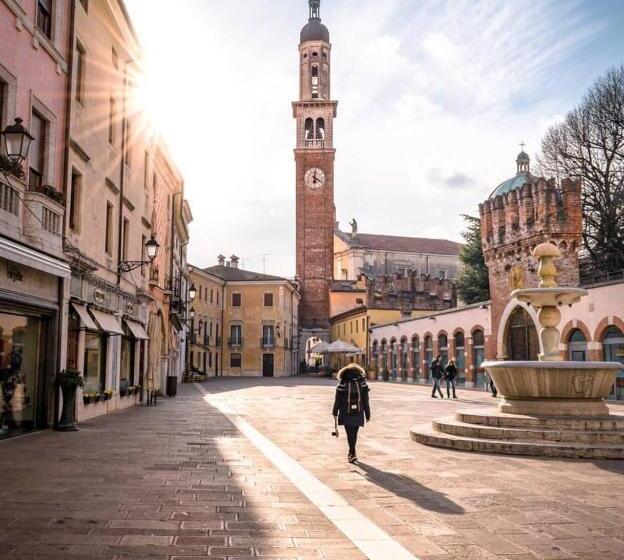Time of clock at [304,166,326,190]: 4:01
